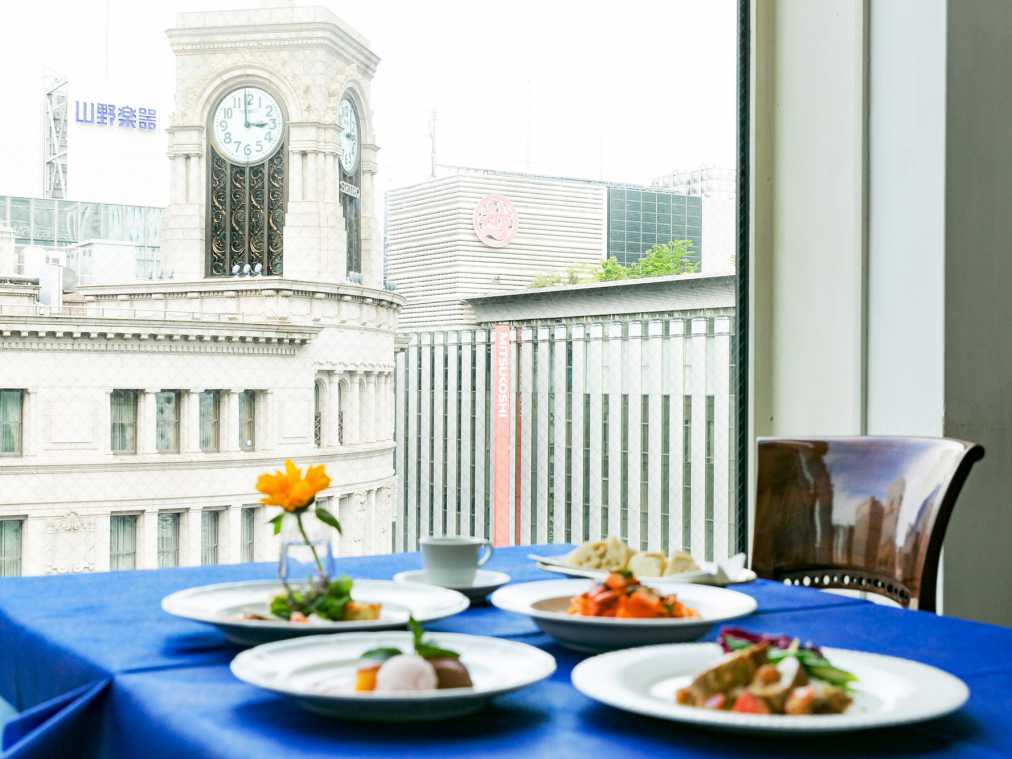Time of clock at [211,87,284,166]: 2:59
